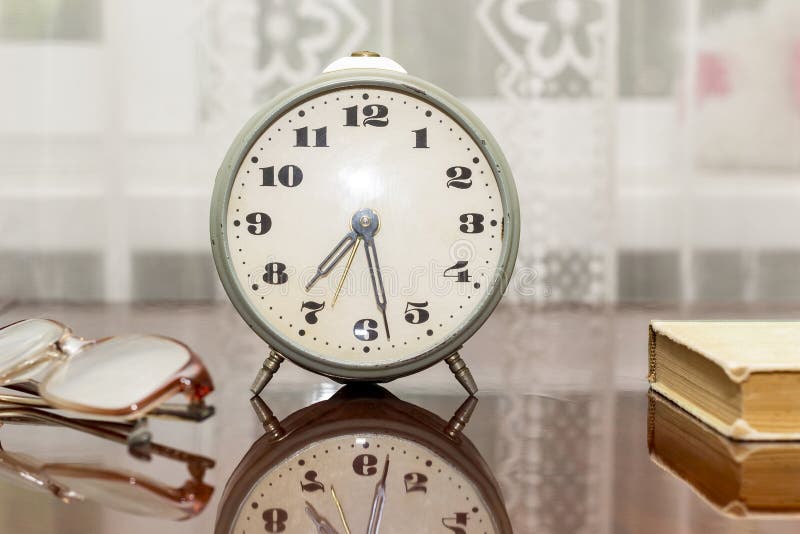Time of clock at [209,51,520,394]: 7:28
